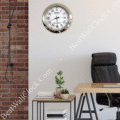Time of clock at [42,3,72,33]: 5:40
